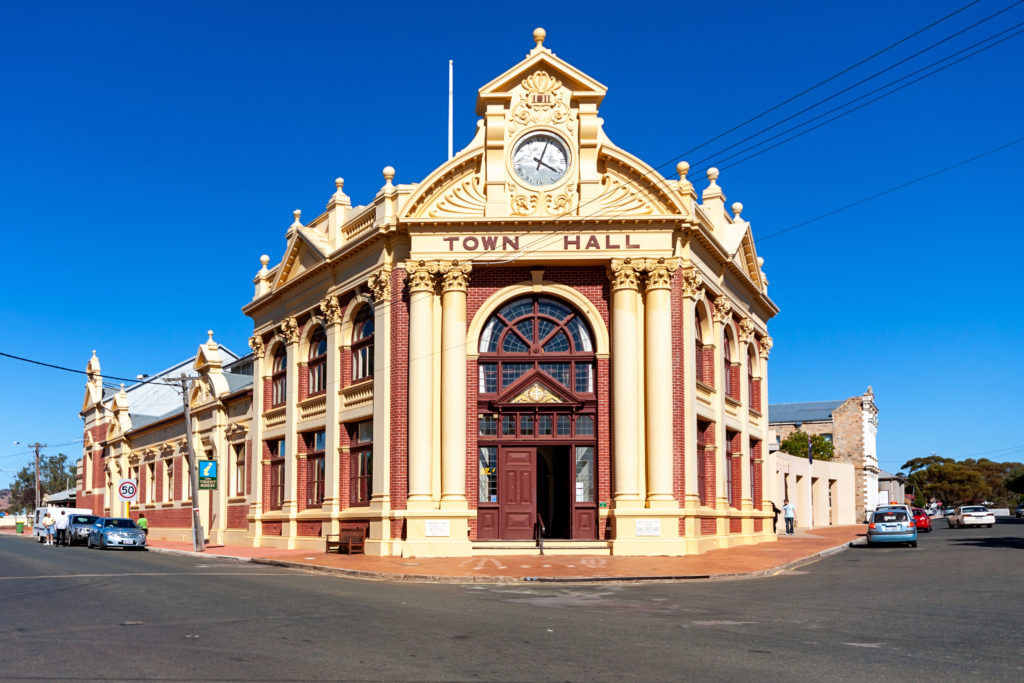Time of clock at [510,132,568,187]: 4:03
